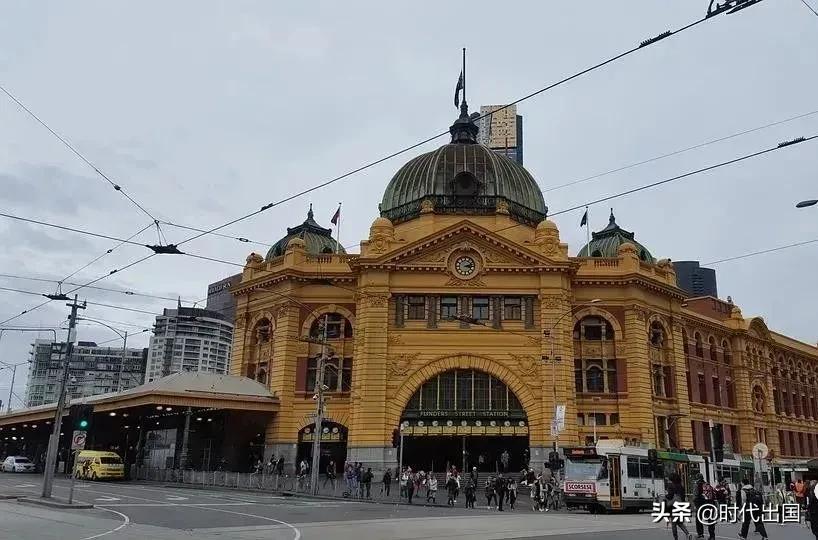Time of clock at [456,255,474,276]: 3:12
